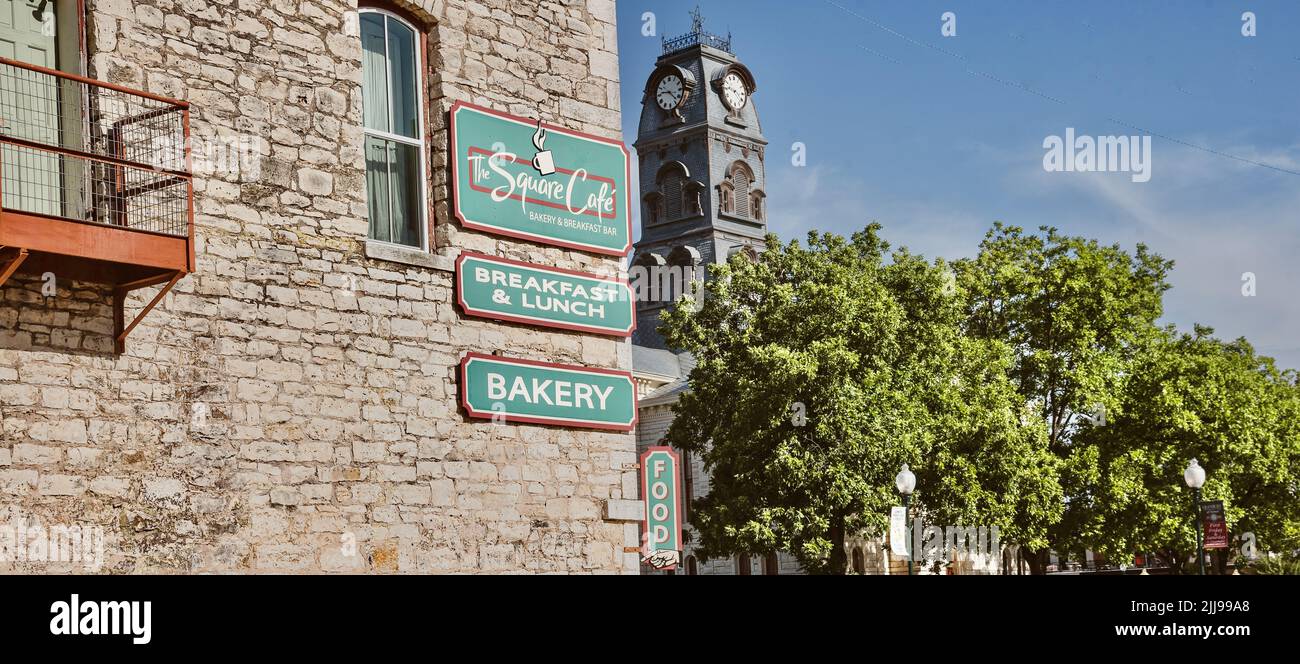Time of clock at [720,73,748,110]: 9:22
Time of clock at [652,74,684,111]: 9:22
